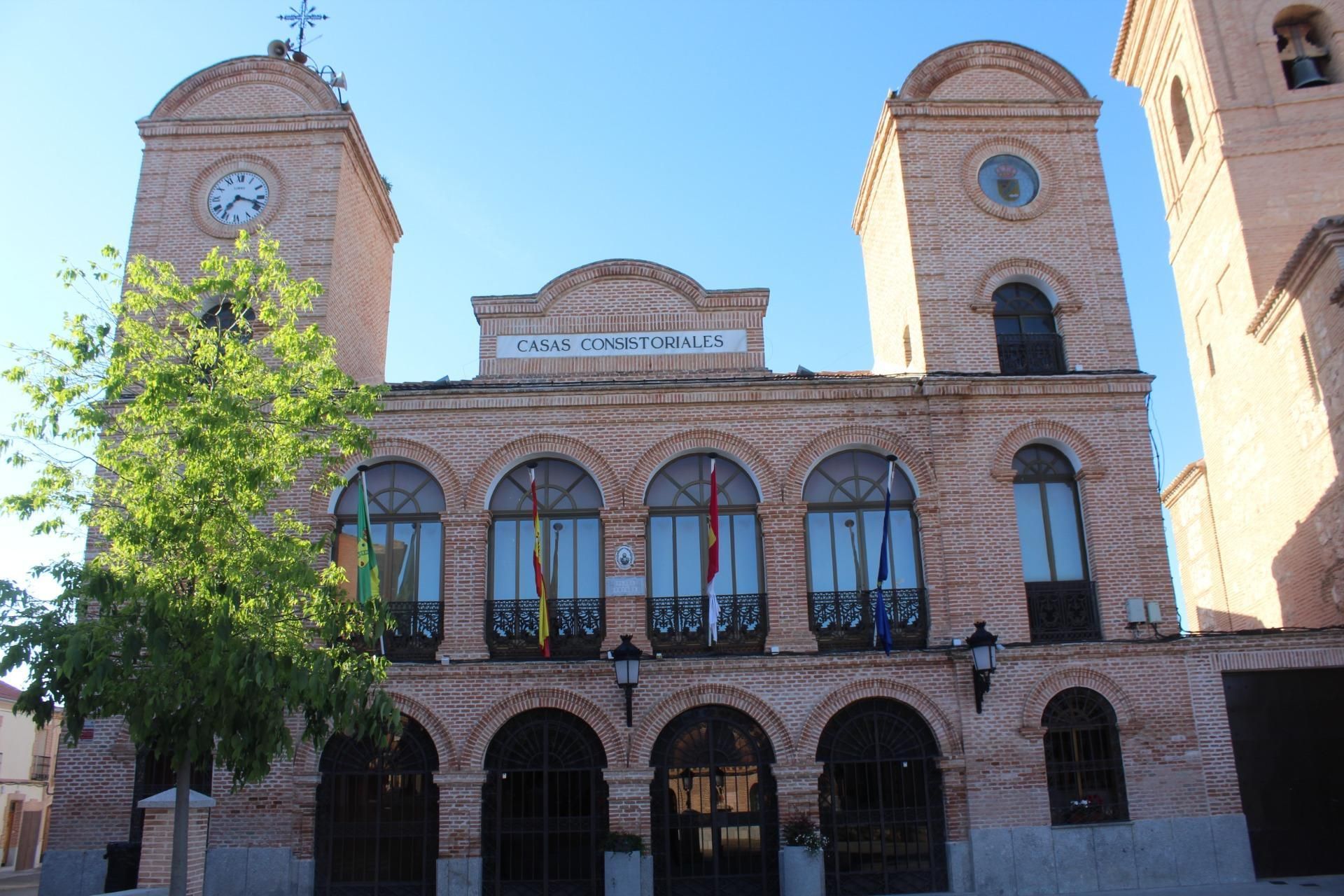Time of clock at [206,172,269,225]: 7:17
